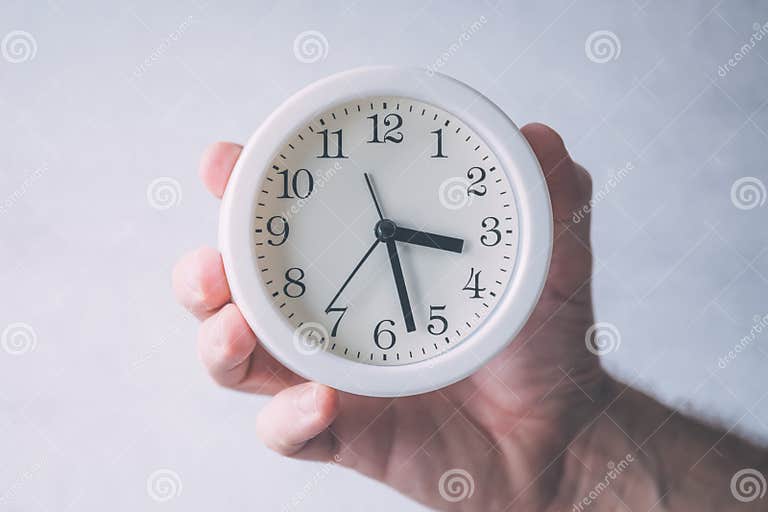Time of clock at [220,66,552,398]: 3:27
